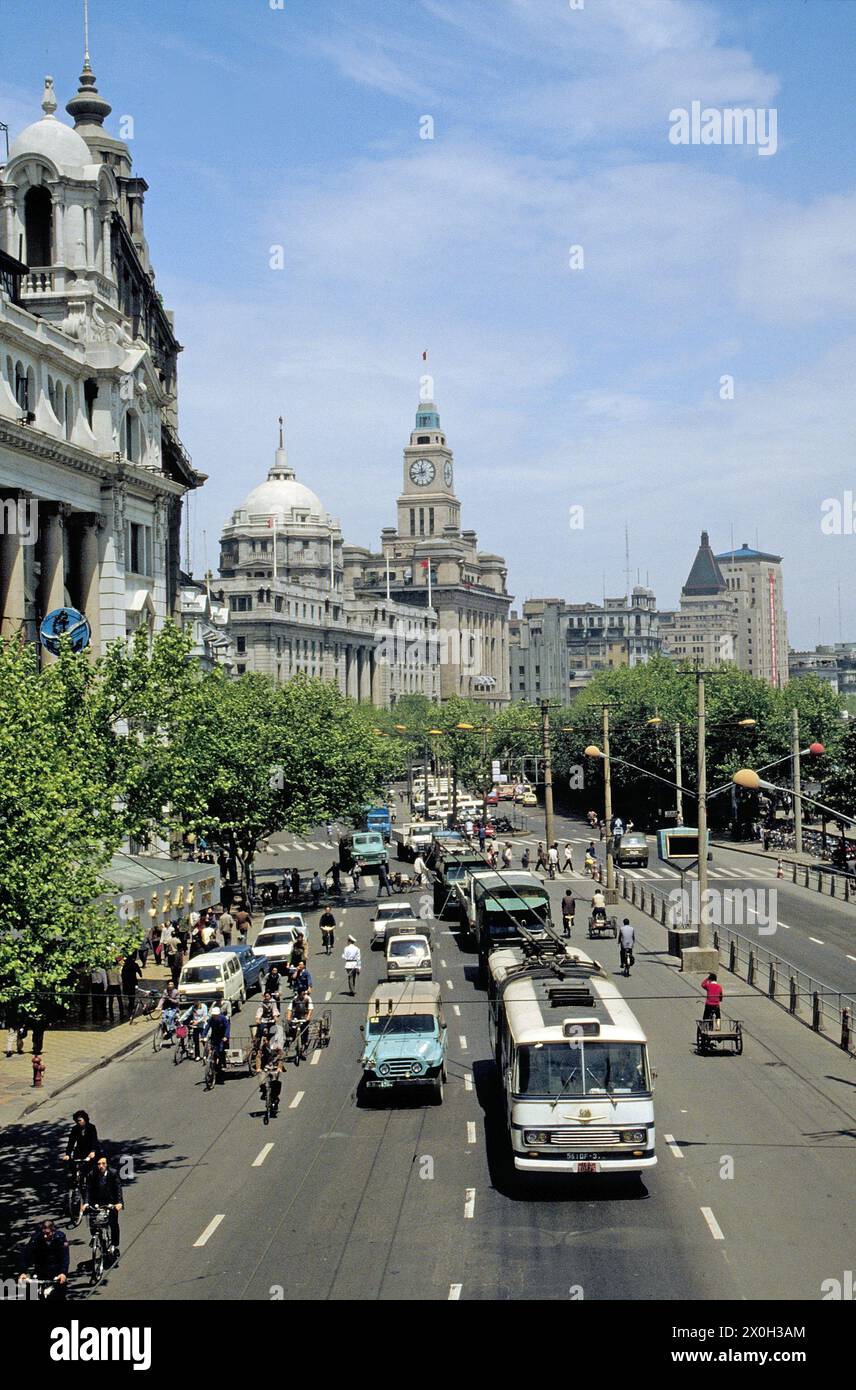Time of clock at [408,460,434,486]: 11:43
